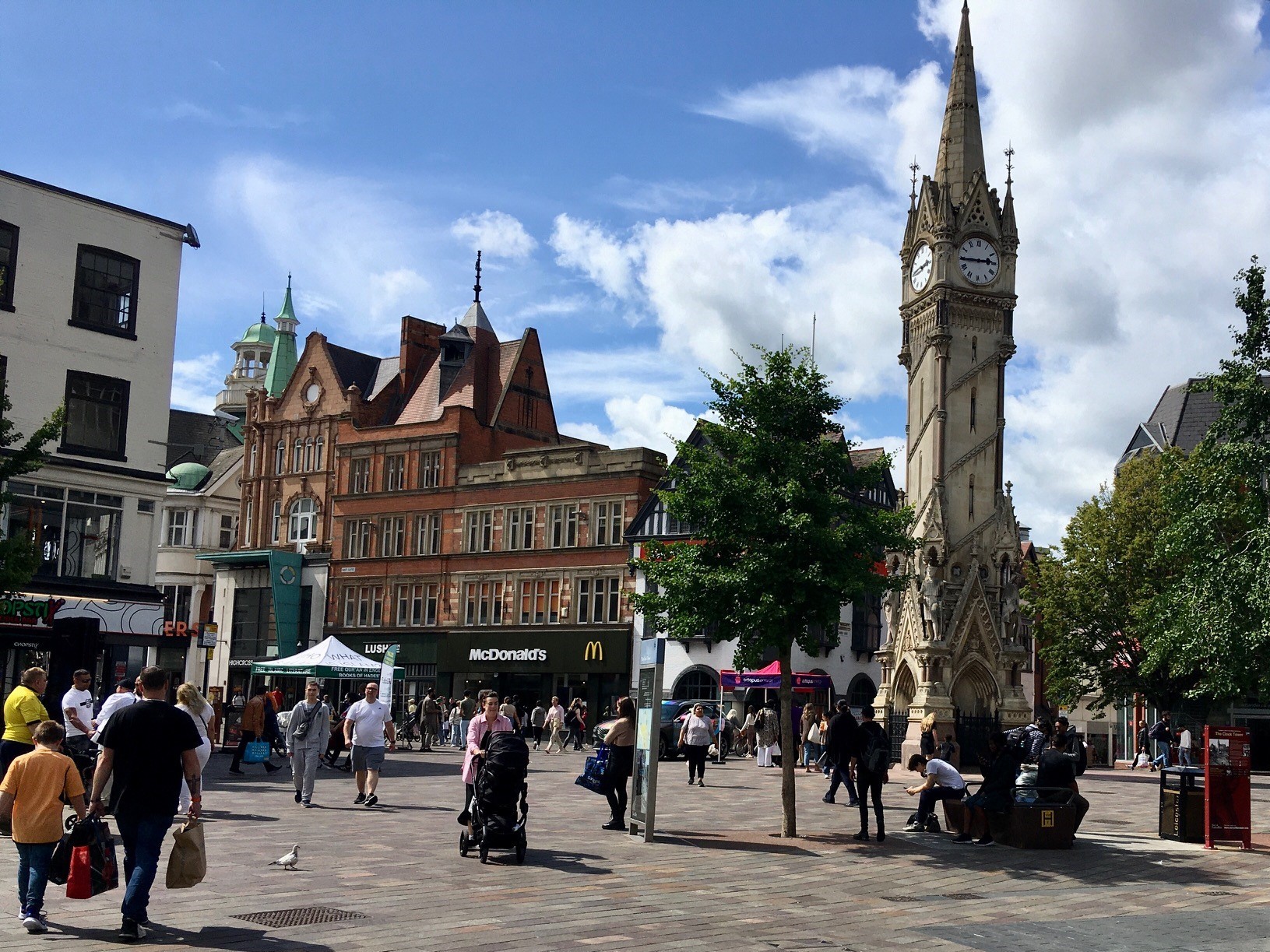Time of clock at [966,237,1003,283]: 2:44
